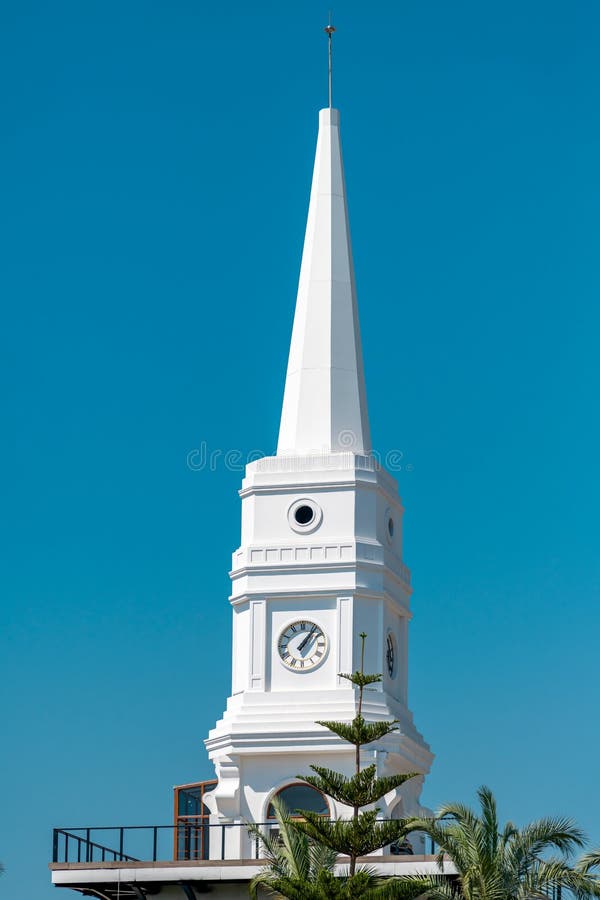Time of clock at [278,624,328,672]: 1:06
